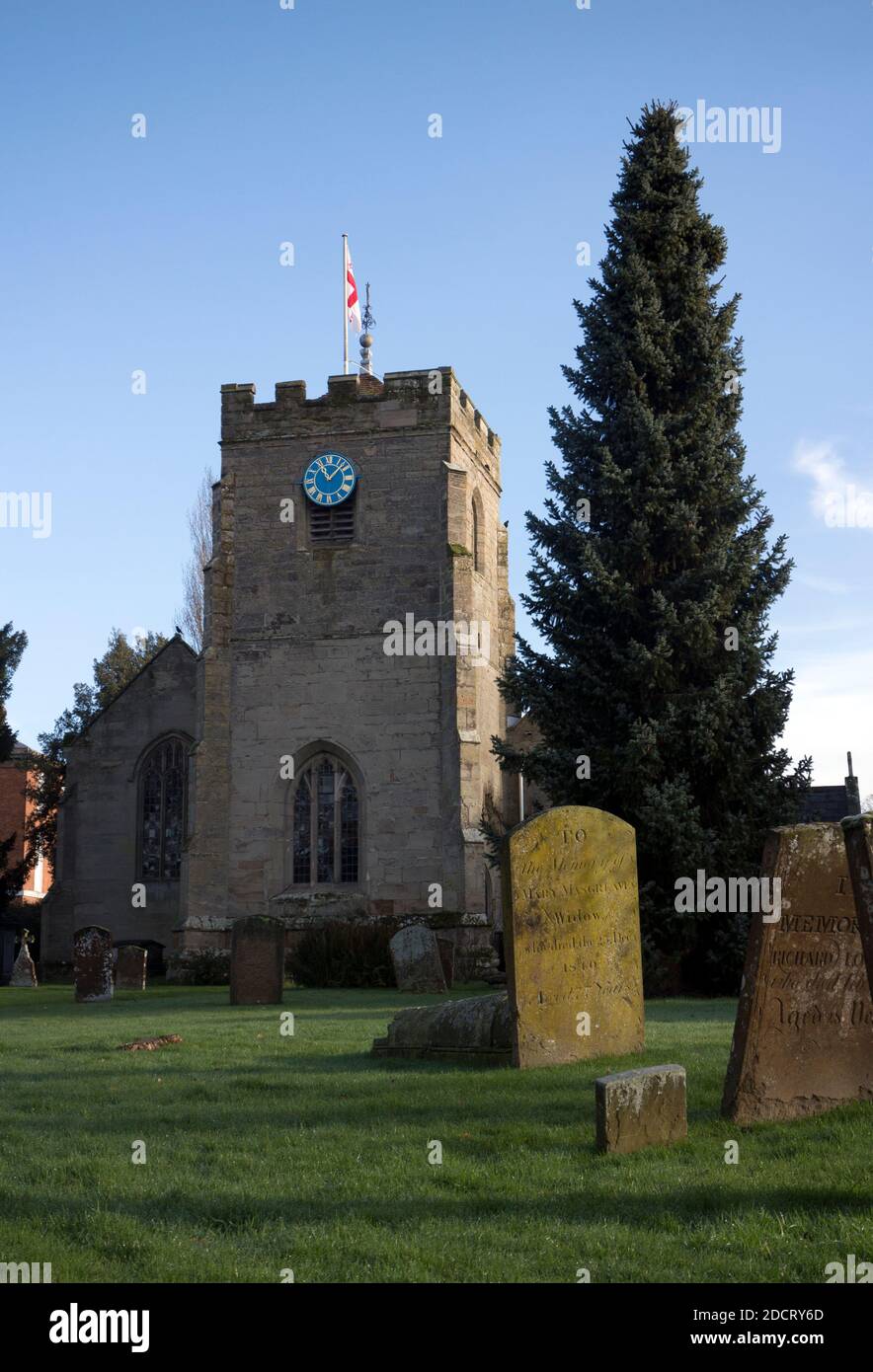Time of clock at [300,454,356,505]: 11:07
